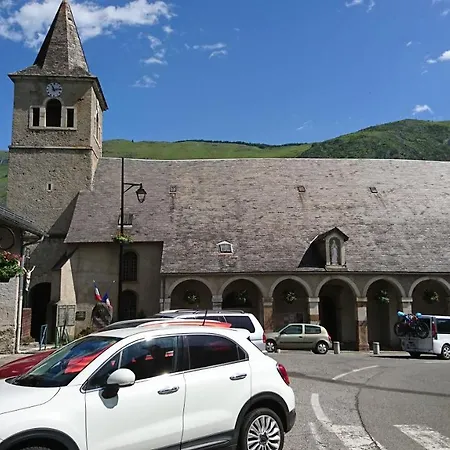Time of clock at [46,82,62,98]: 11:13
